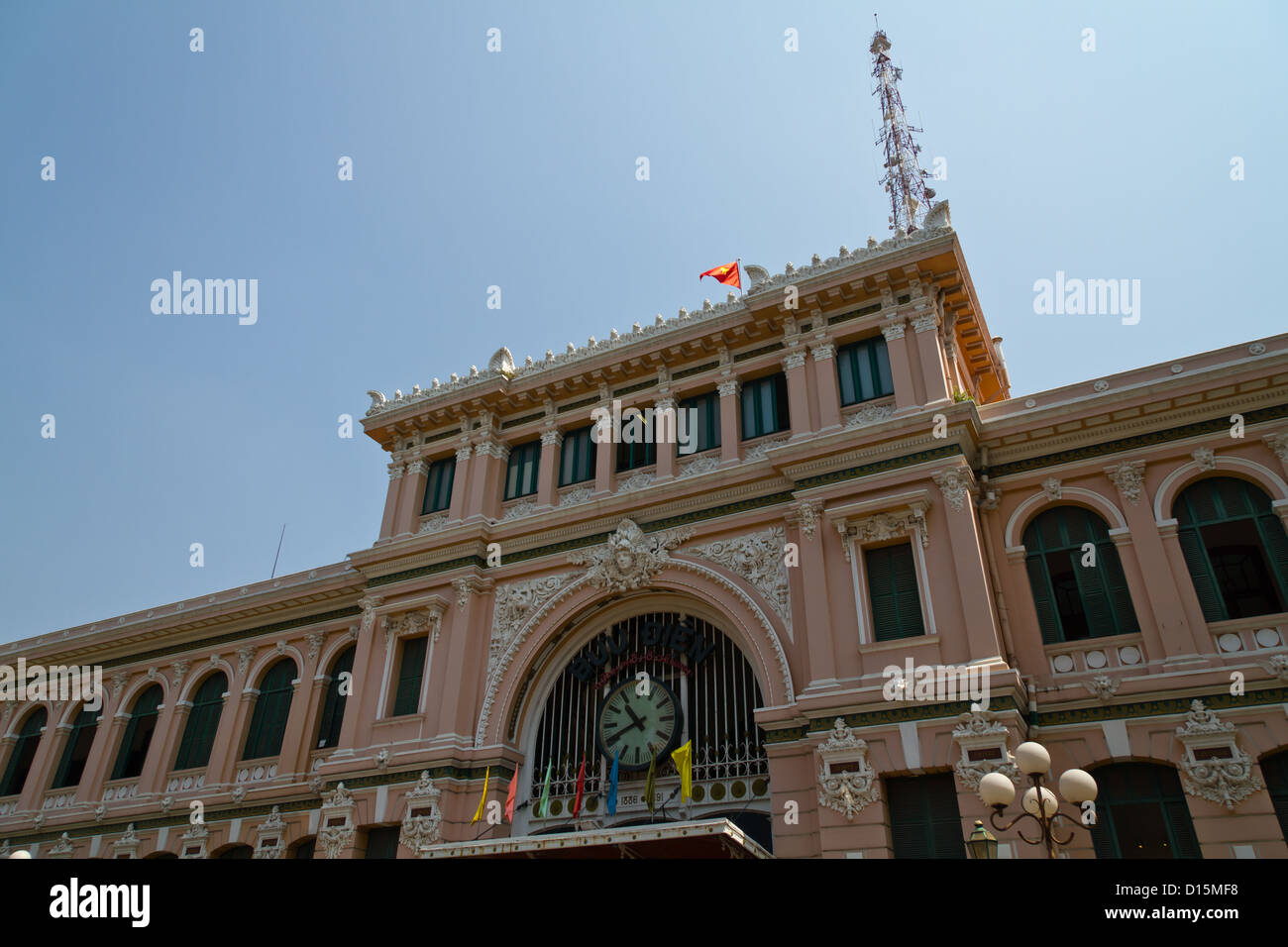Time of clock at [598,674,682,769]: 10:41
